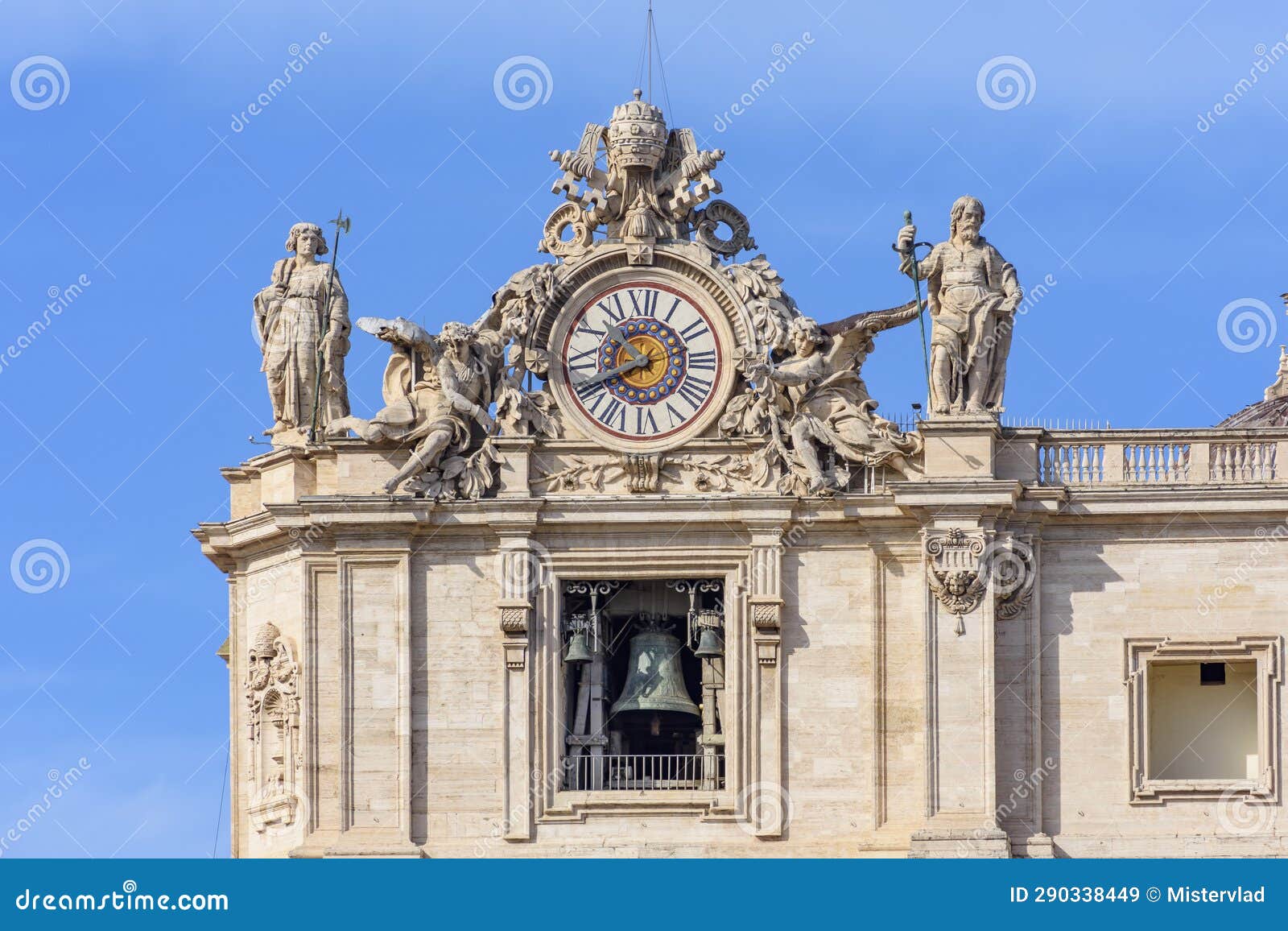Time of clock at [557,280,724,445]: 10:40
